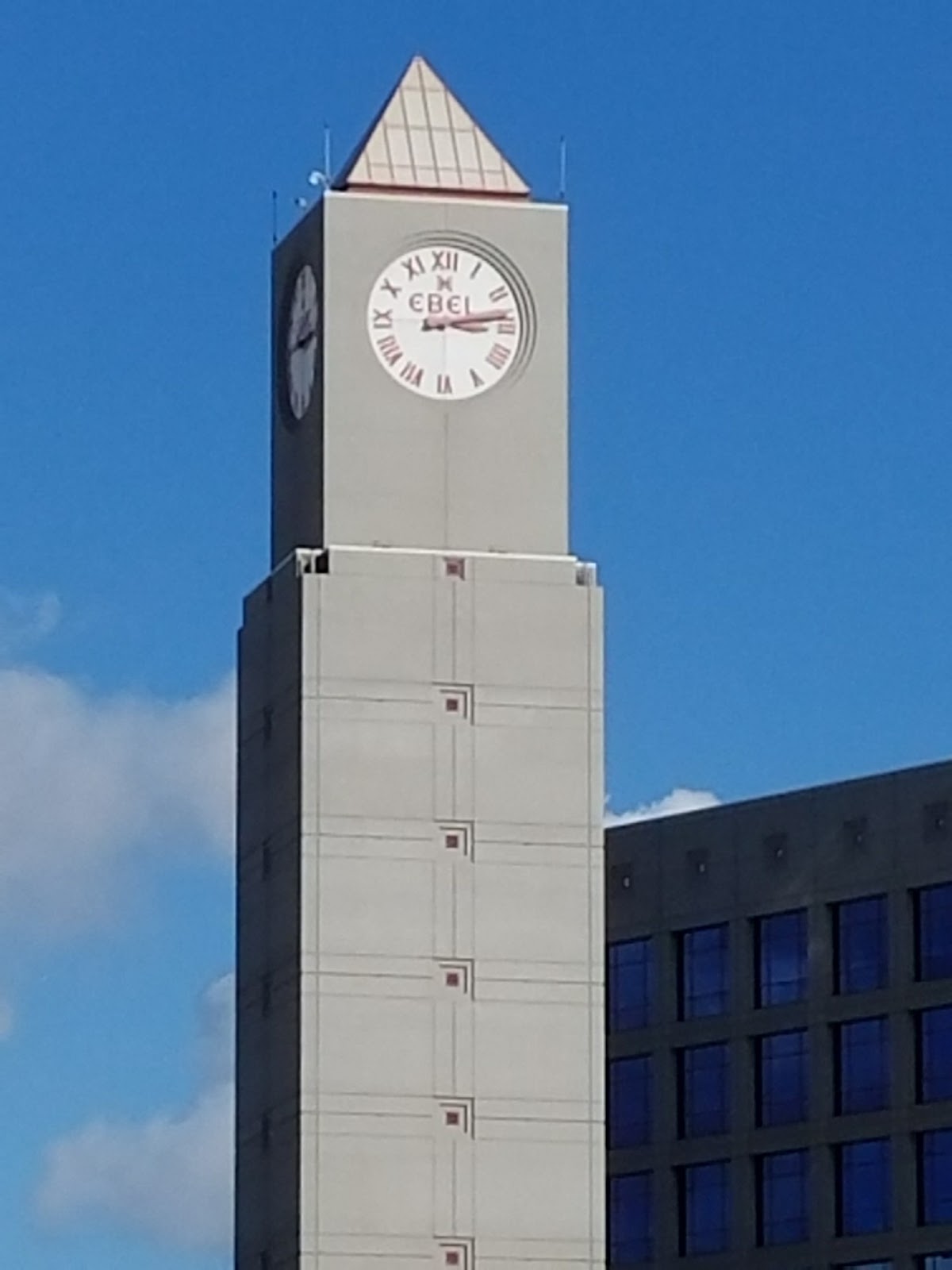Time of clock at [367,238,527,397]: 3:13
